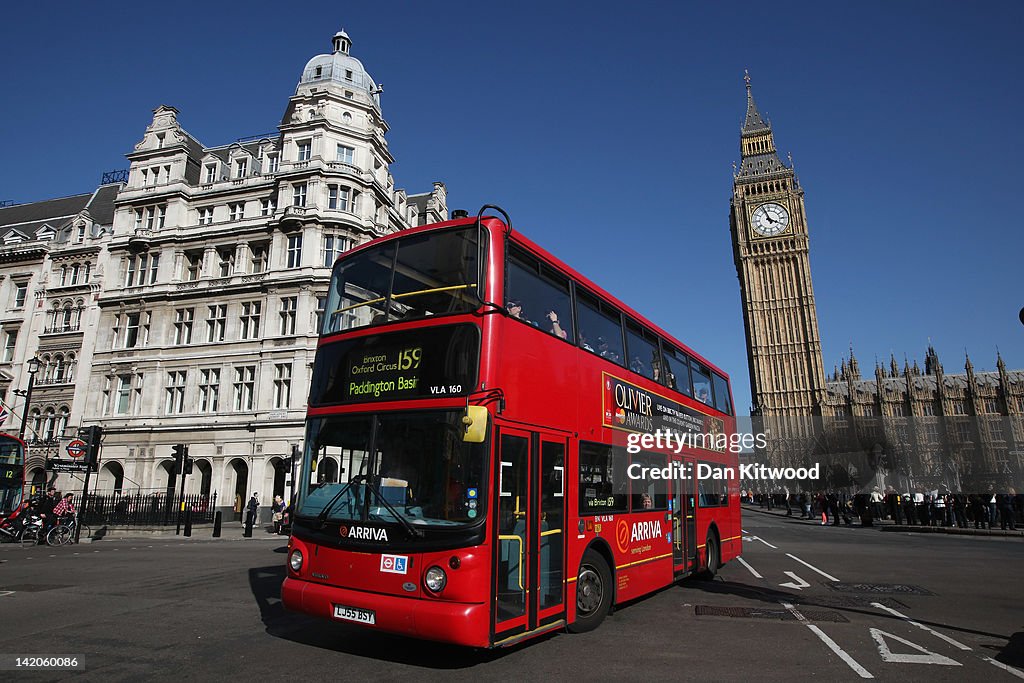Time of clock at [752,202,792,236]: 3:57
